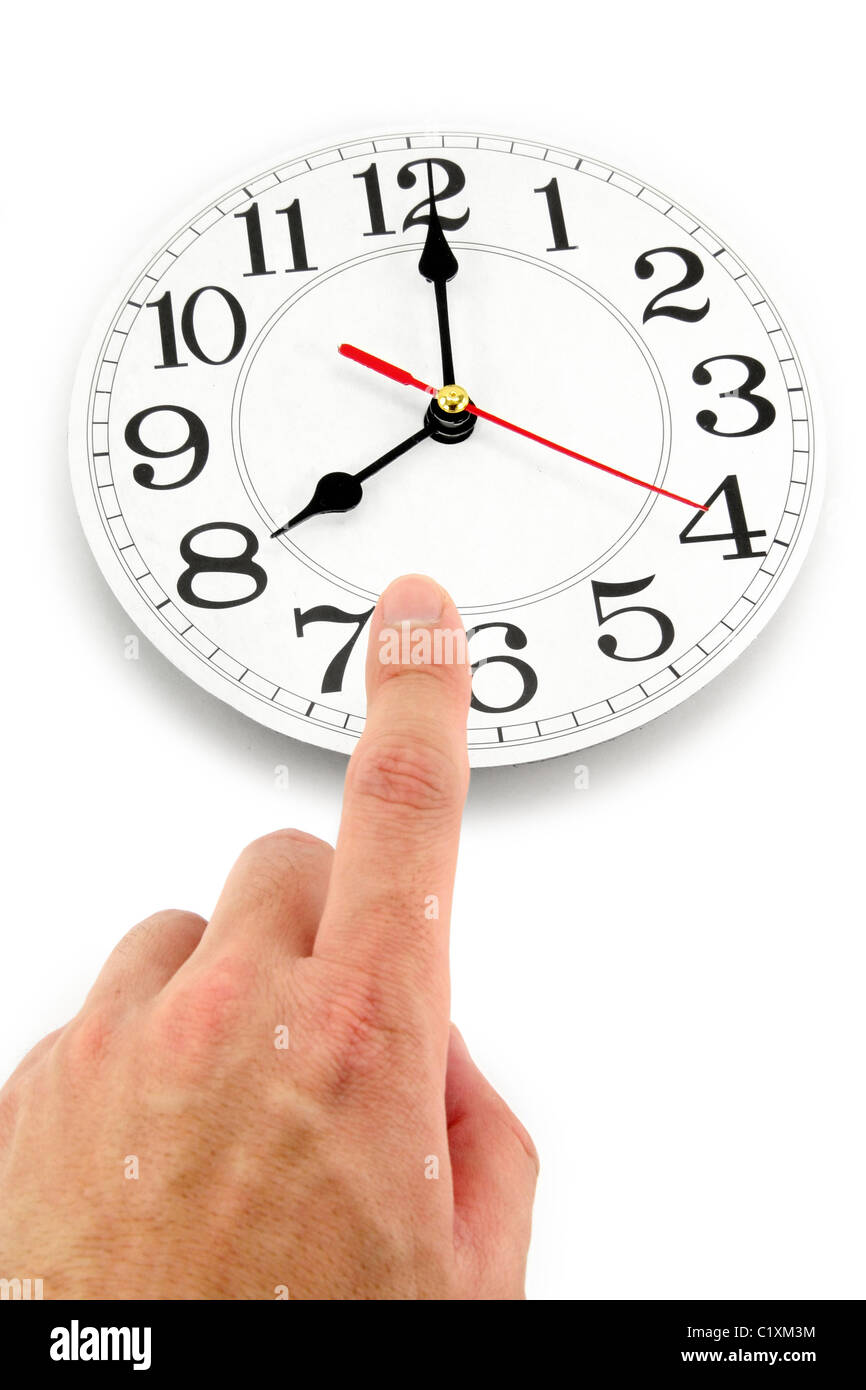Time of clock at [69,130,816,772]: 8:00
